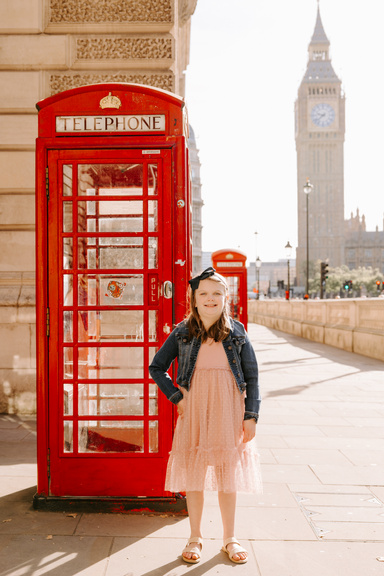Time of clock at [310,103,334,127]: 9:38
